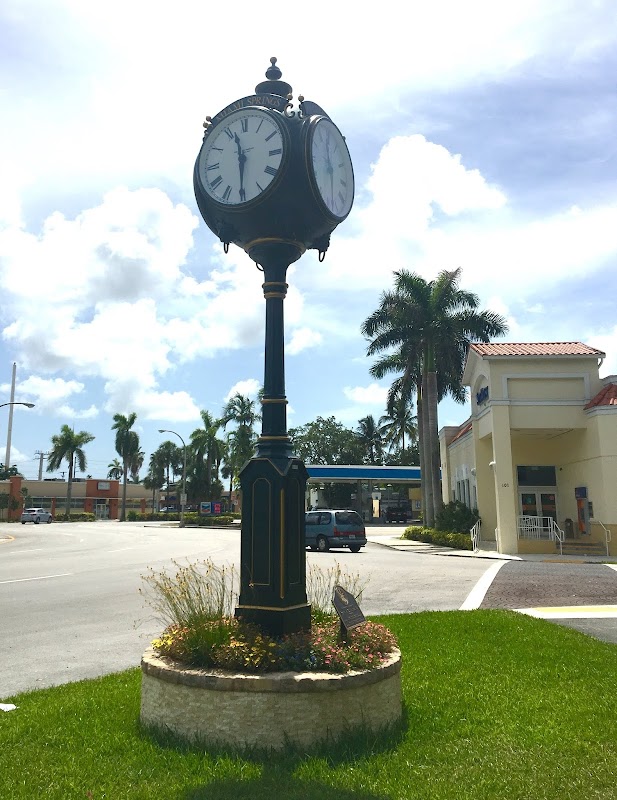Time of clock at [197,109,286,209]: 11:29
